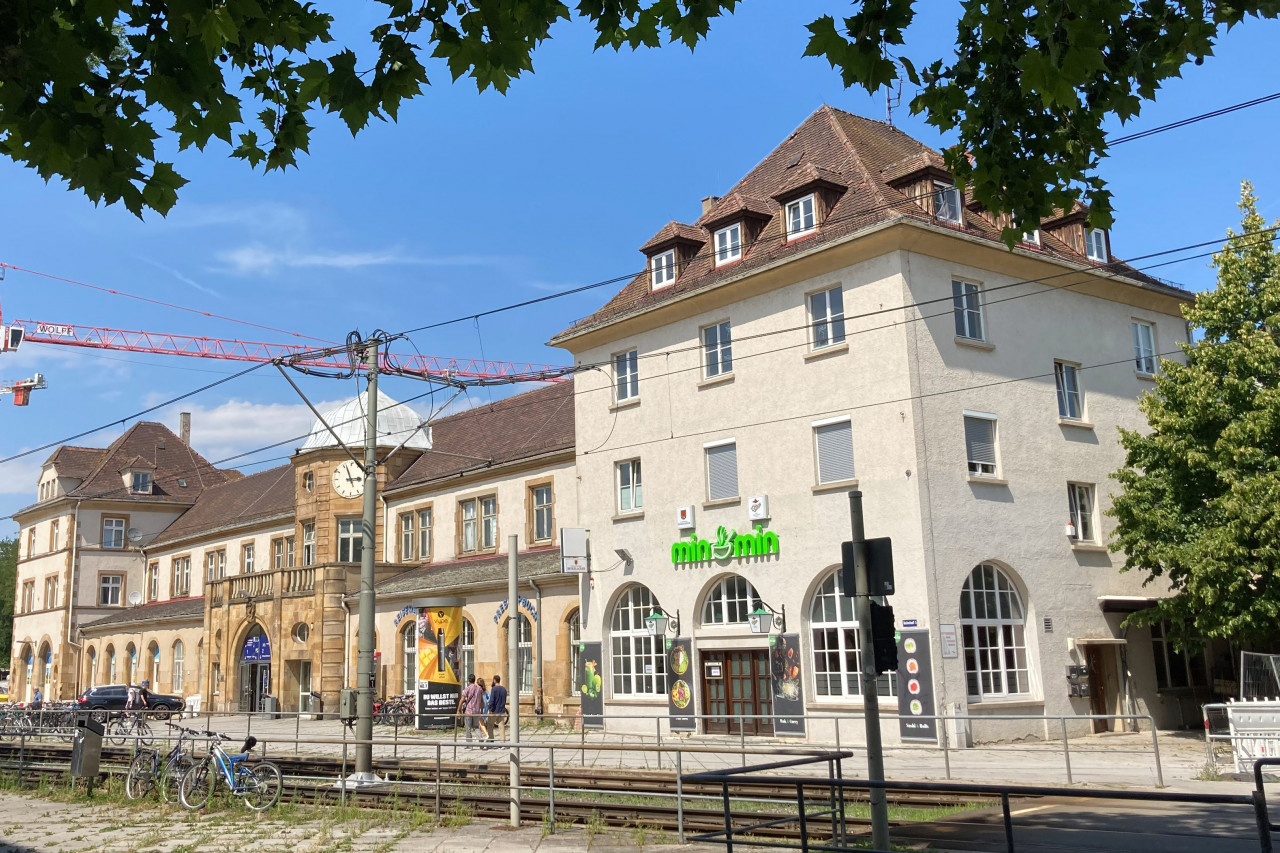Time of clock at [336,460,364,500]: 2:56
